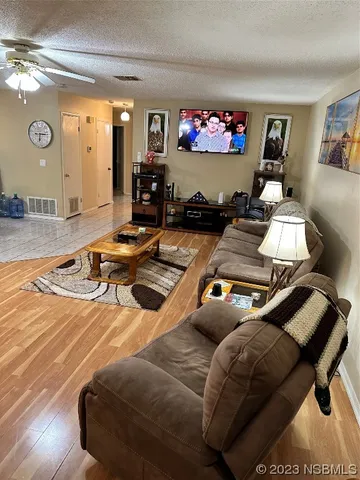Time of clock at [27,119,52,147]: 6:13
